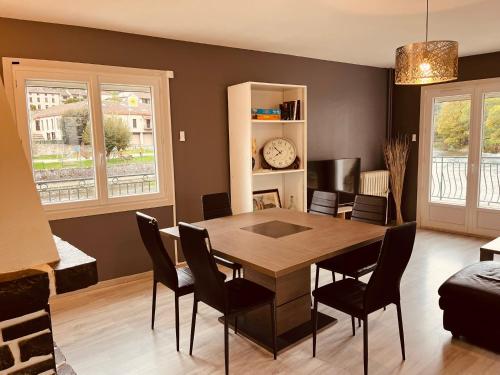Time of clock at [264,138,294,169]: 7:52
